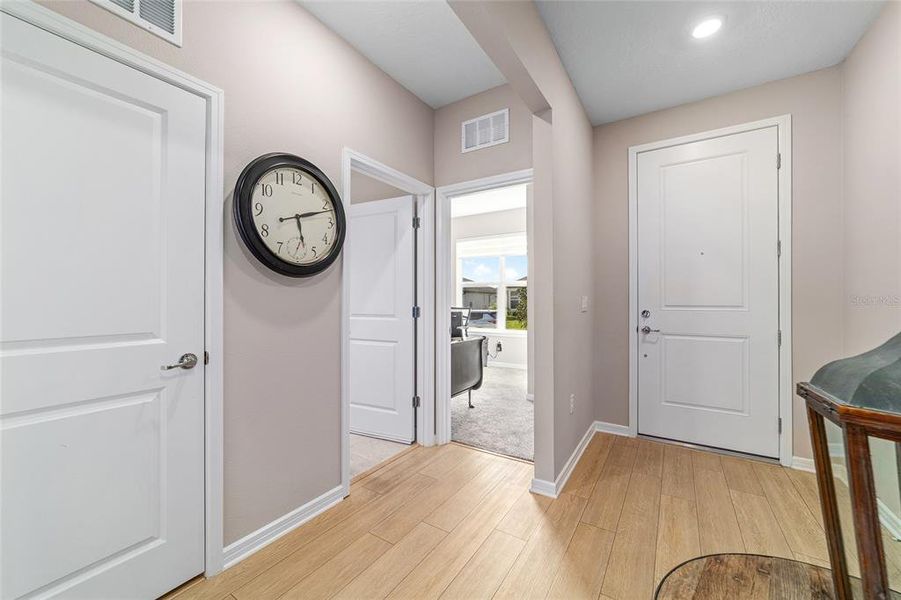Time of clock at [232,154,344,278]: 5:11
